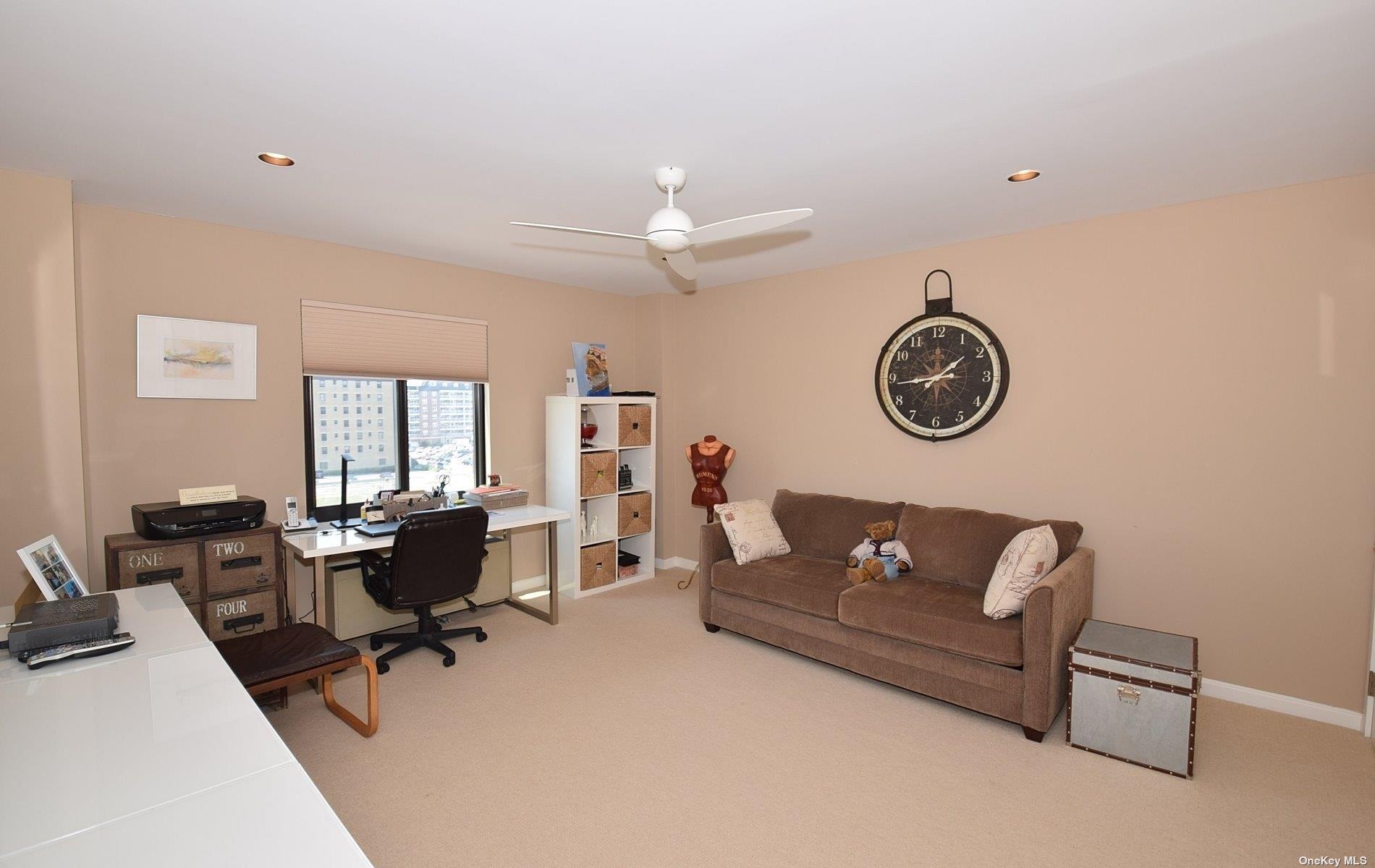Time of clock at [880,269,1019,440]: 1:43
